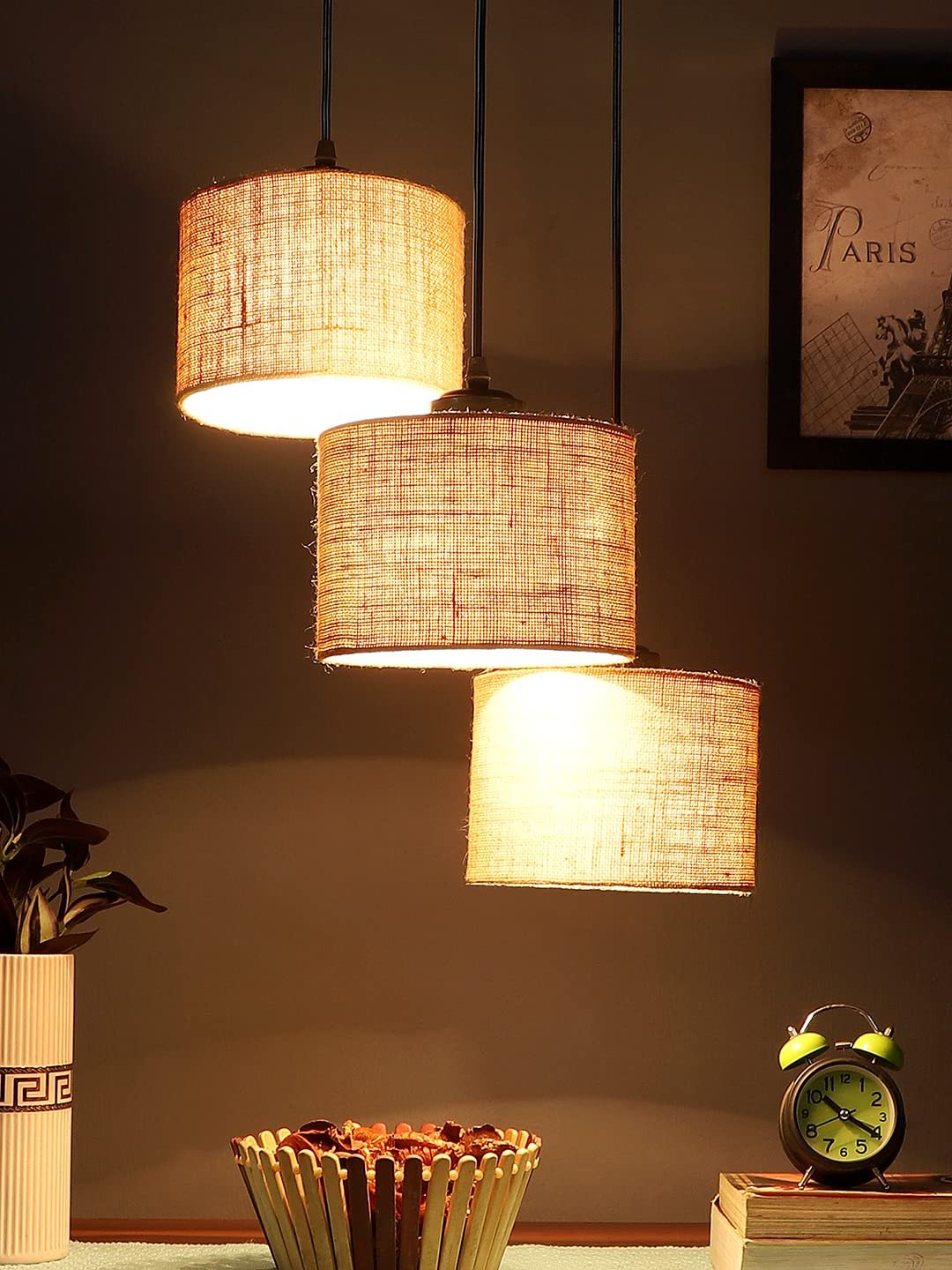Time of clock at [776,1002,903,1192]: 10:19
